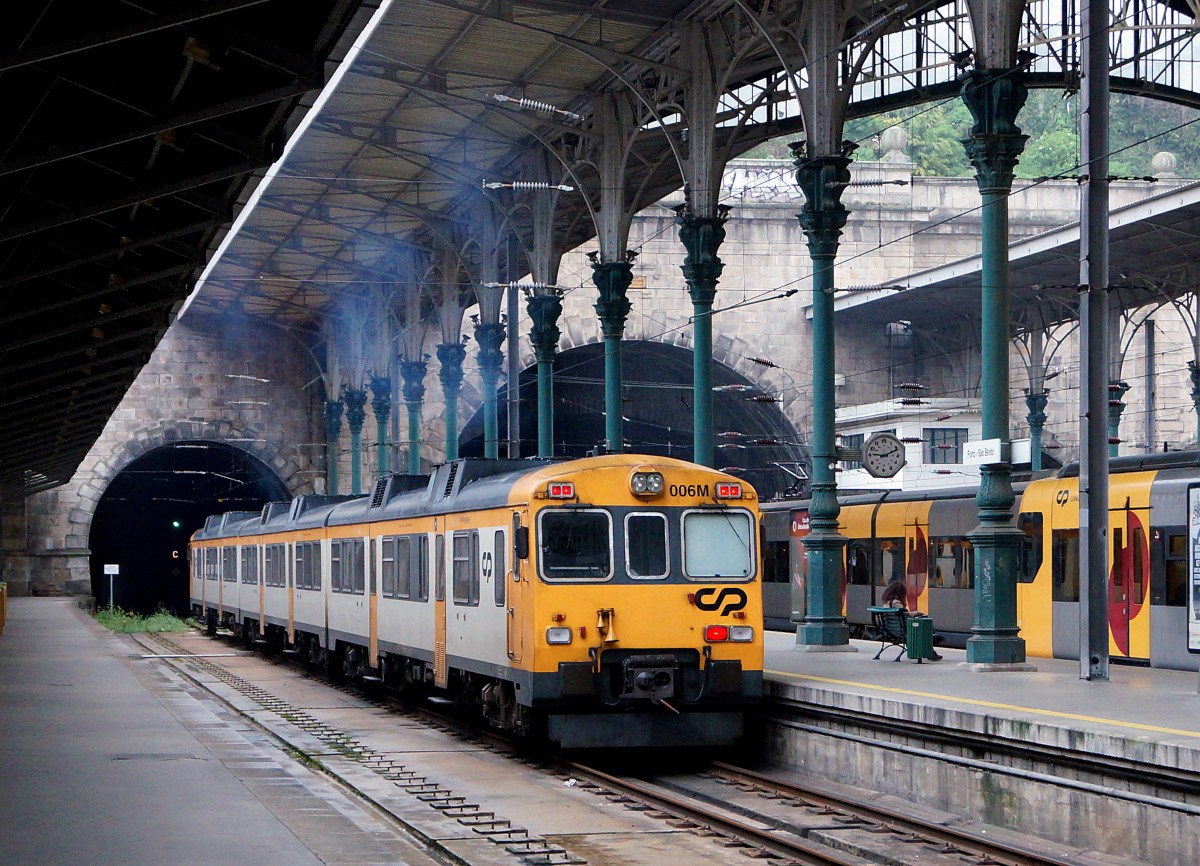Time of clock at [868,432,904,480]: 9:11
